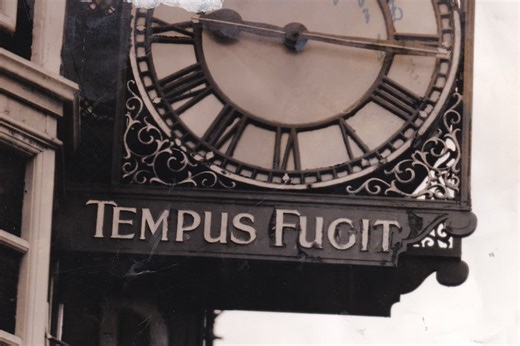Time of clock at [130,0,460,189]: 9:16
